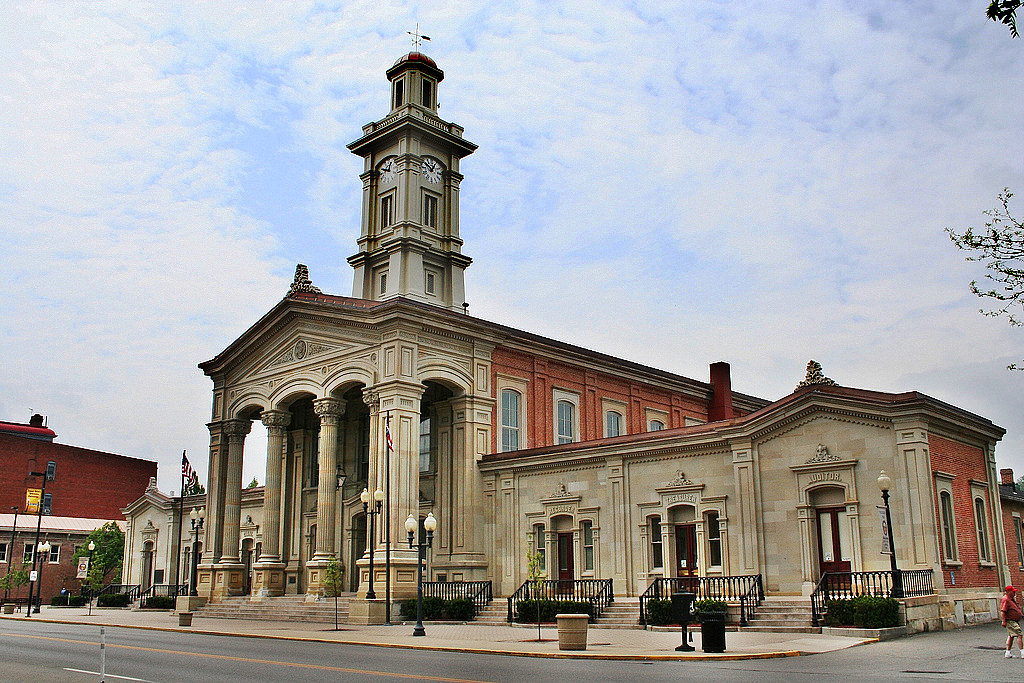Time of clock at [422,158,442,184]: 12:52
